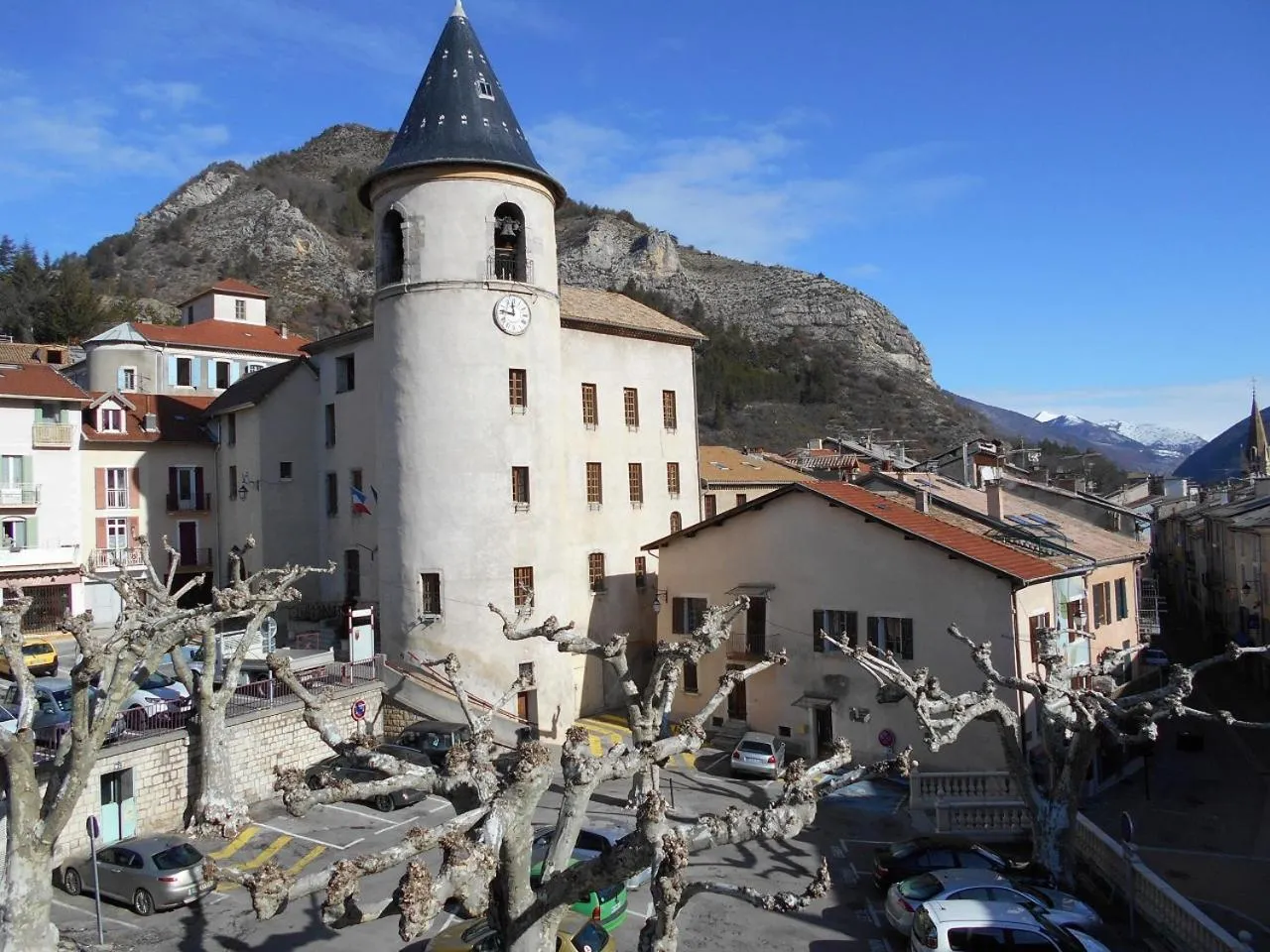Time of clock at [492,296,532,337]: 11:46
